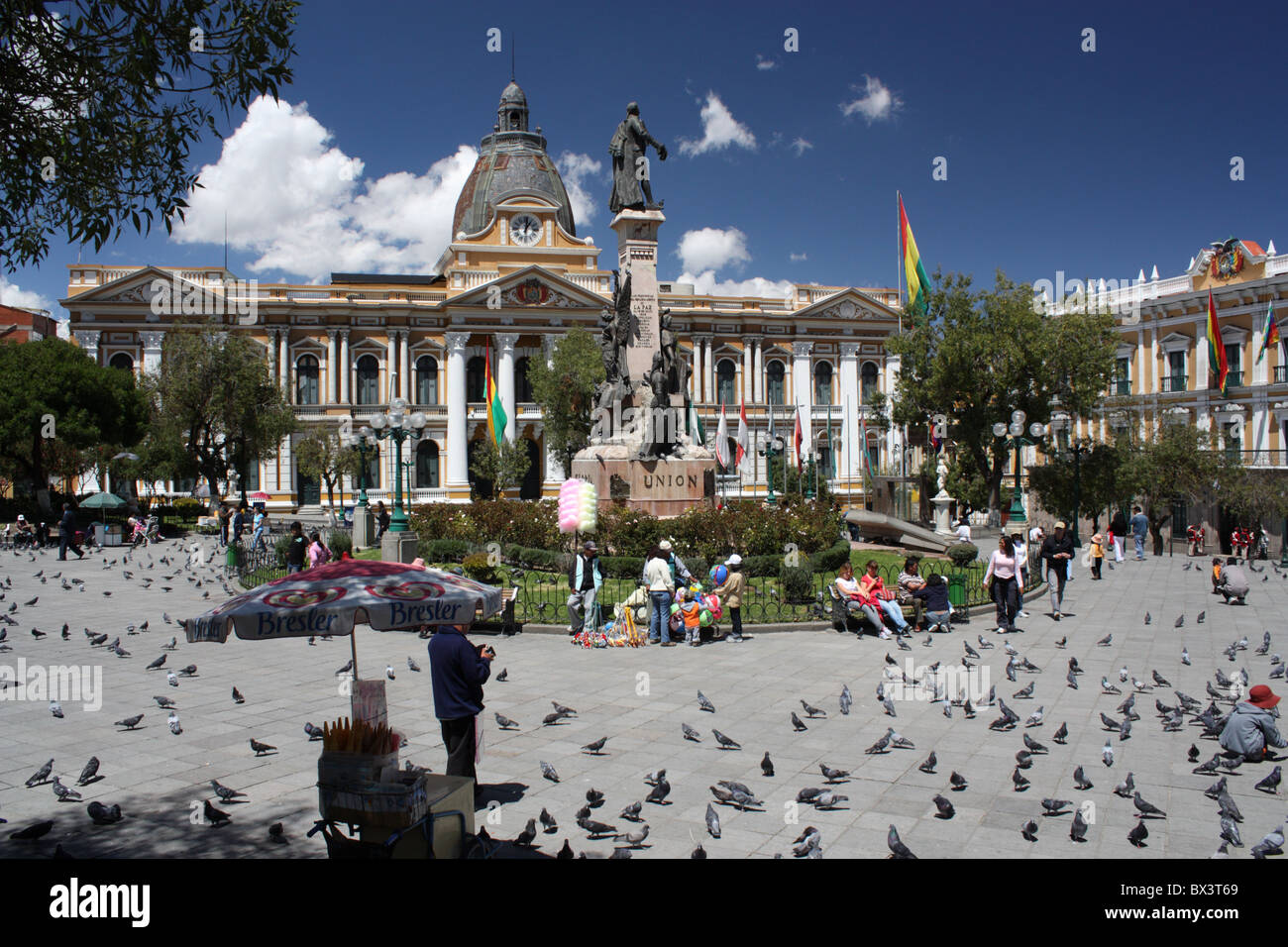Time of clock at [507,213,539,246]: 1:01
